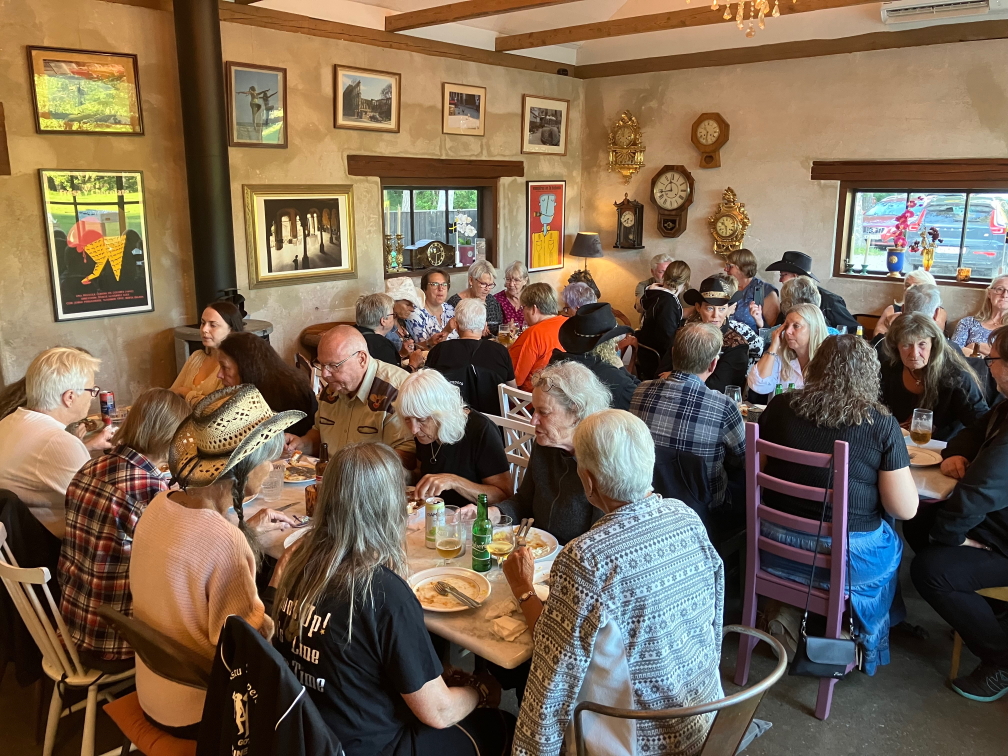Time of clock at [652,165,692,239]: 11:43
